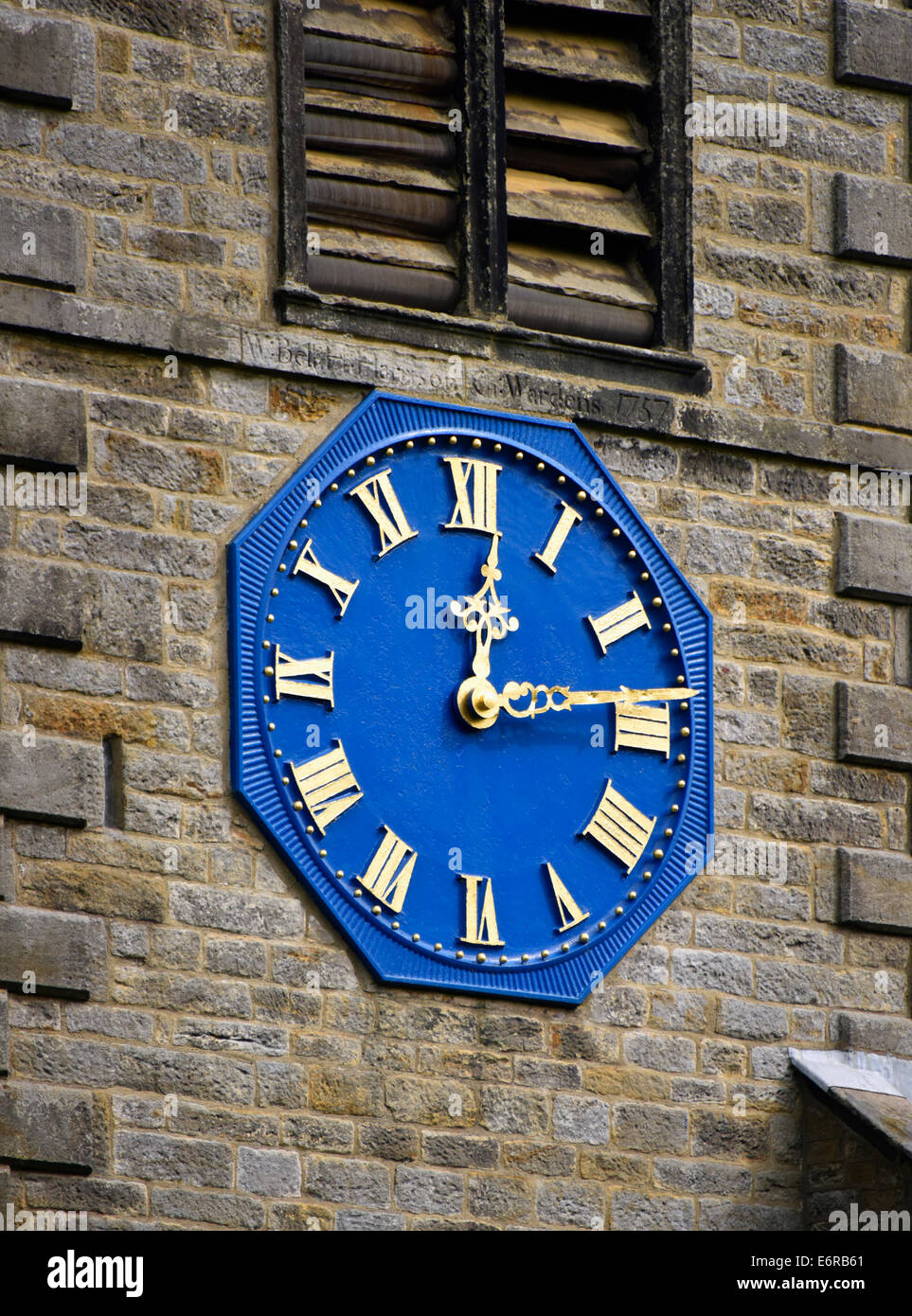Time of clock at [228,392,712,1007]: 12:13
